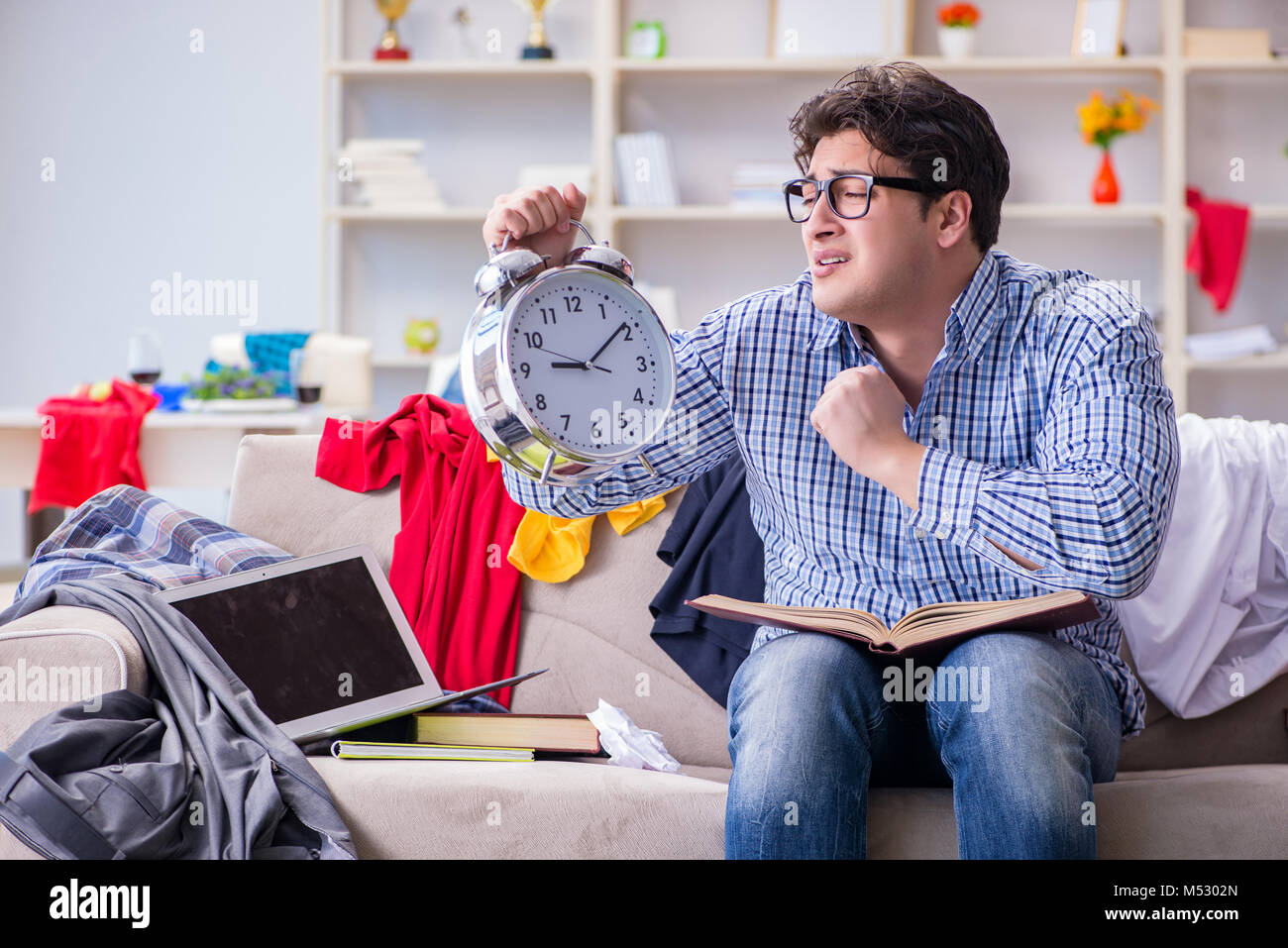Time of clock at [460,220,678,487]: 9:09
